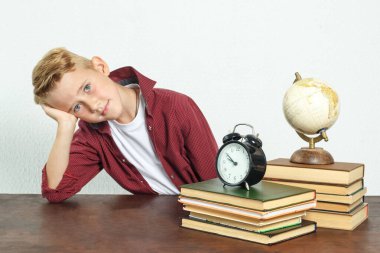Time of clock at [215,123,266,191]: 9:51
